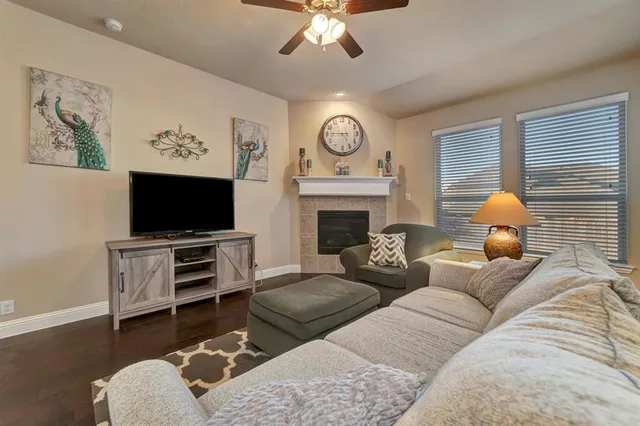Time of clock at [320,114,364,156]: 4:45
